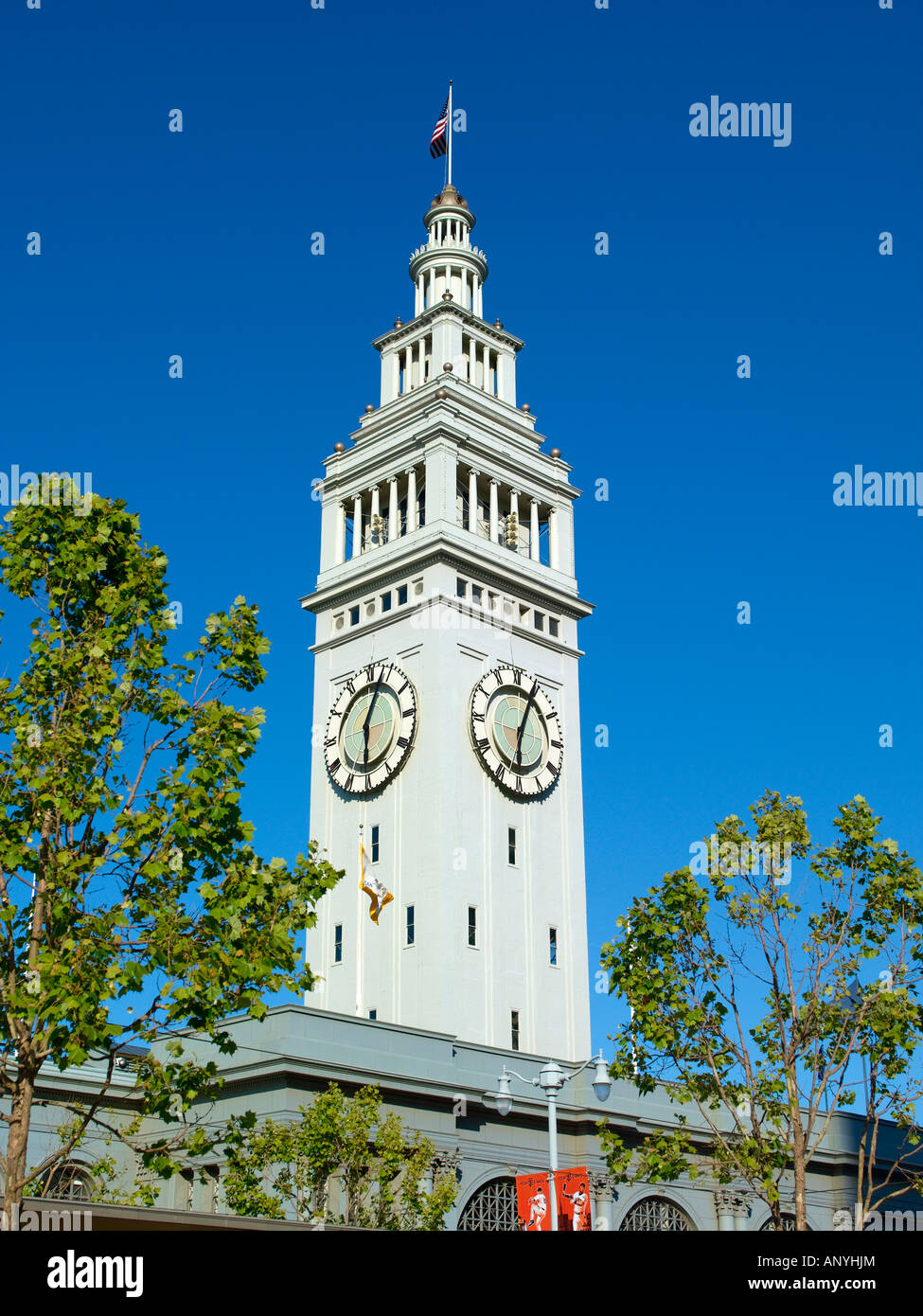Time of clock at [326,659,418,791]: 6:03
